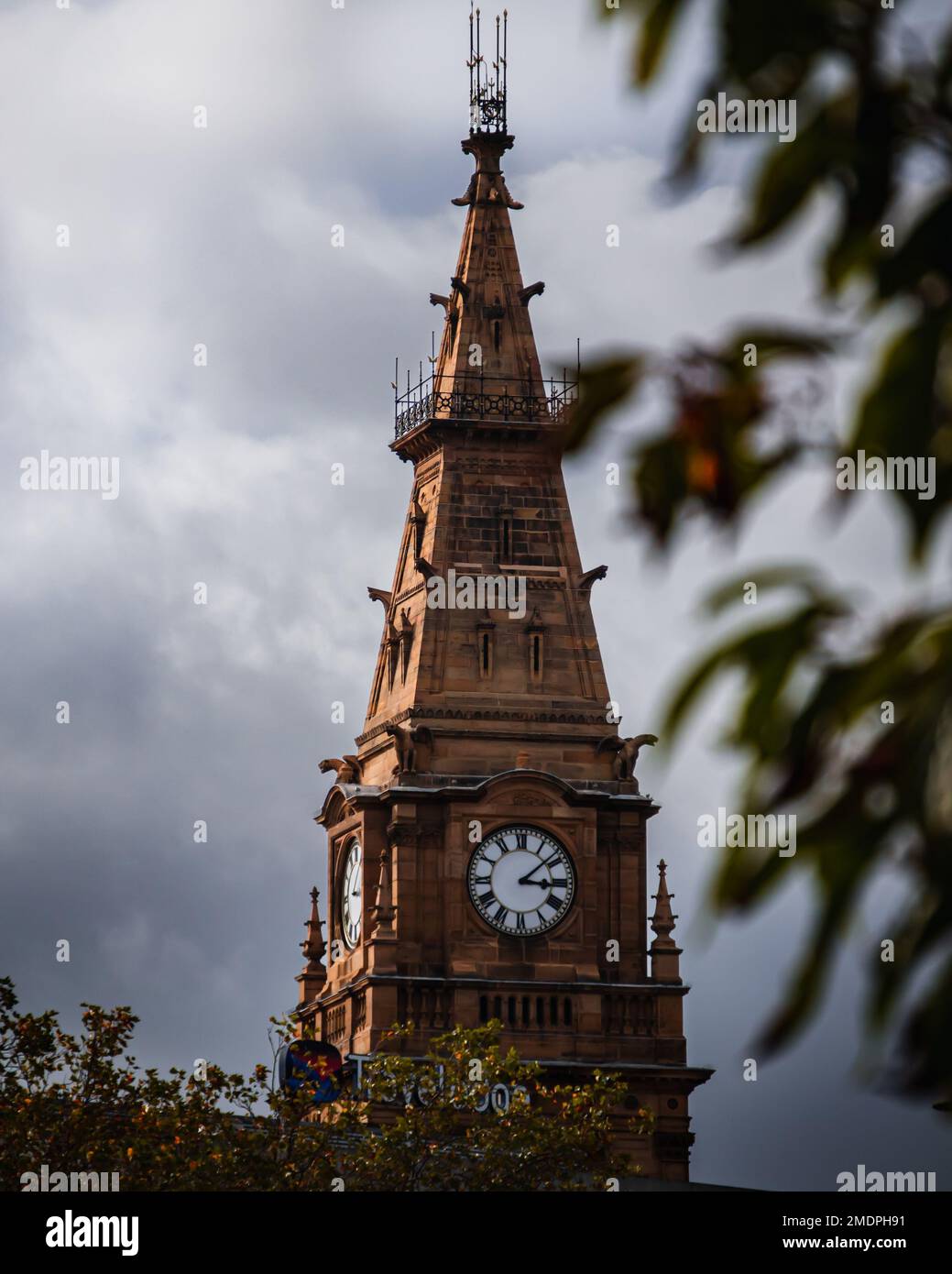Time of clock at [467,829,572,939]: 3:08
